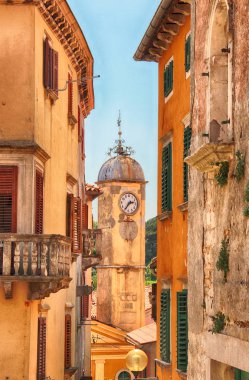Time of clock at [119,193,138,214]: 2:36
